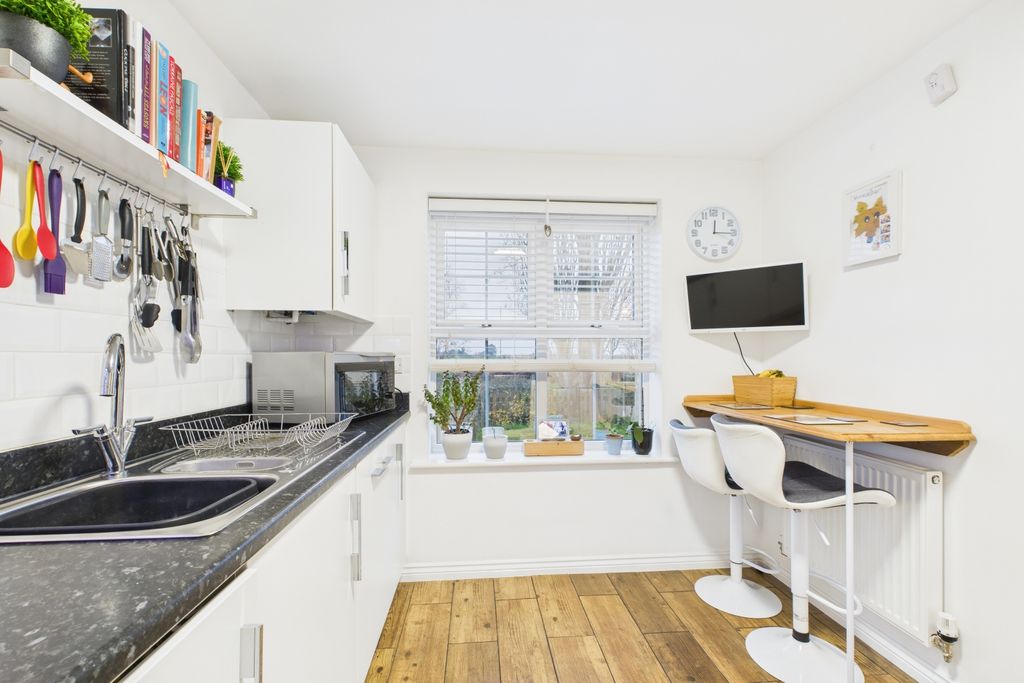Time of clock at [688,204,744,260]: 12:15
